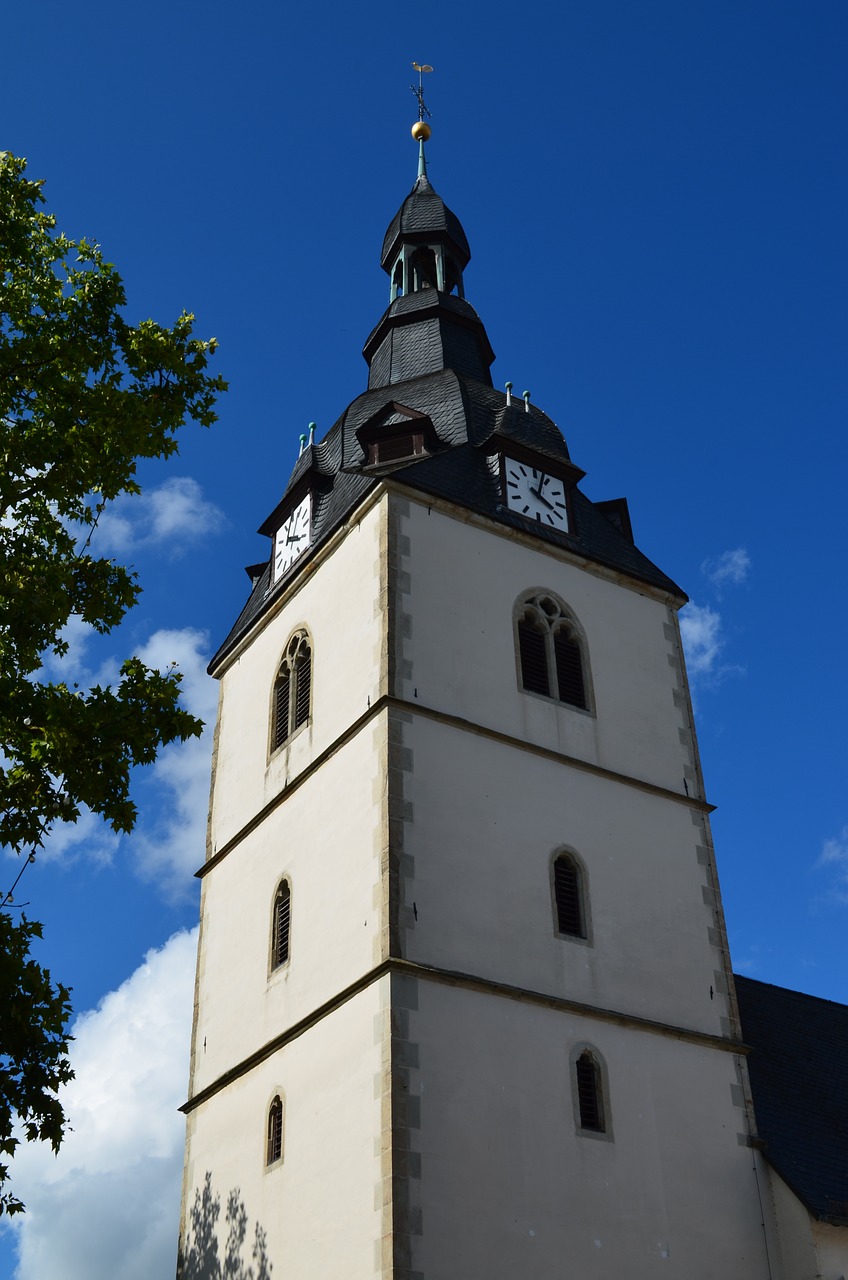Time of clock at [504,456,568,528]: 4:02
